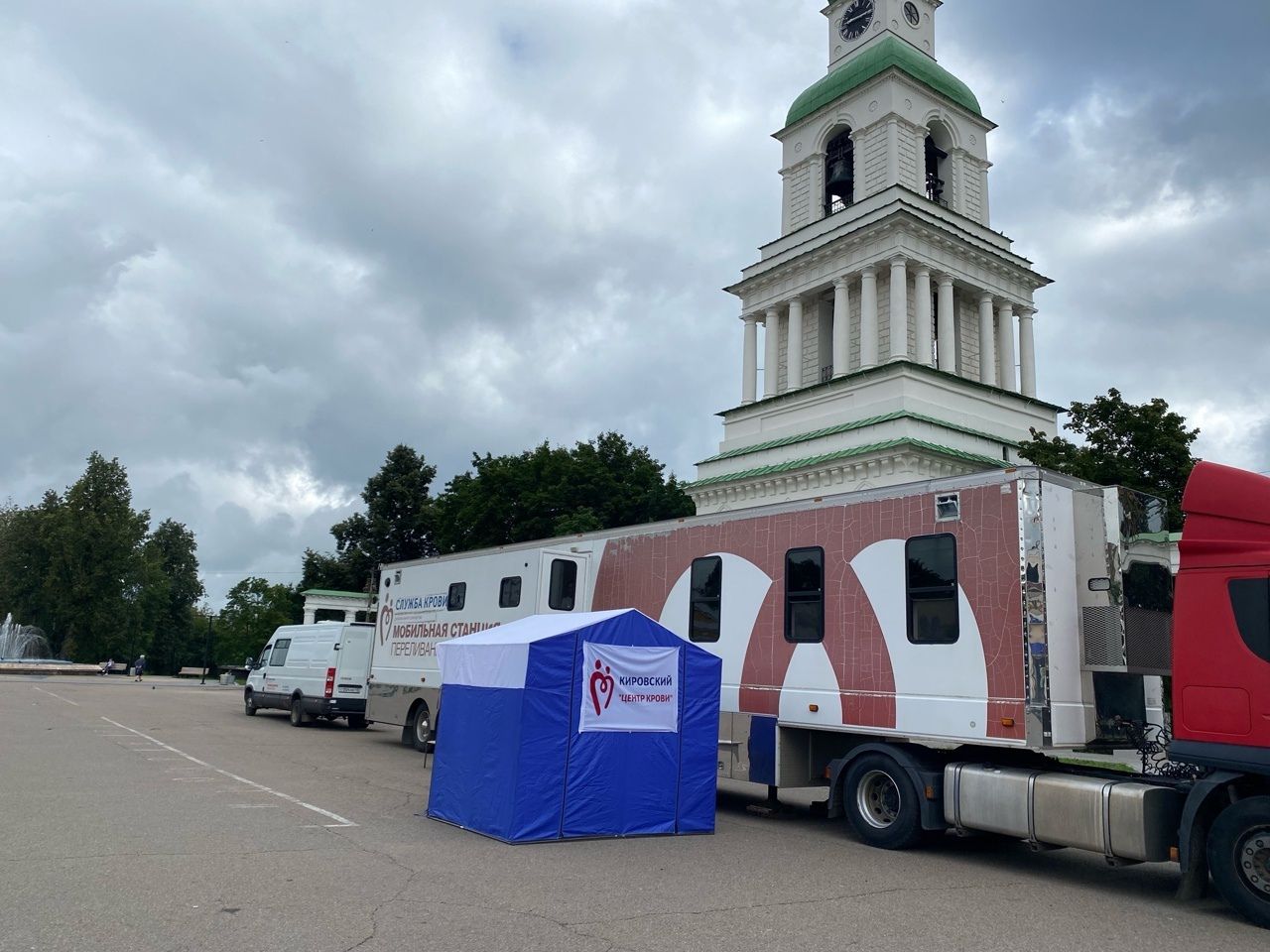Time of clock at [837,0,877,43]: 8:12
